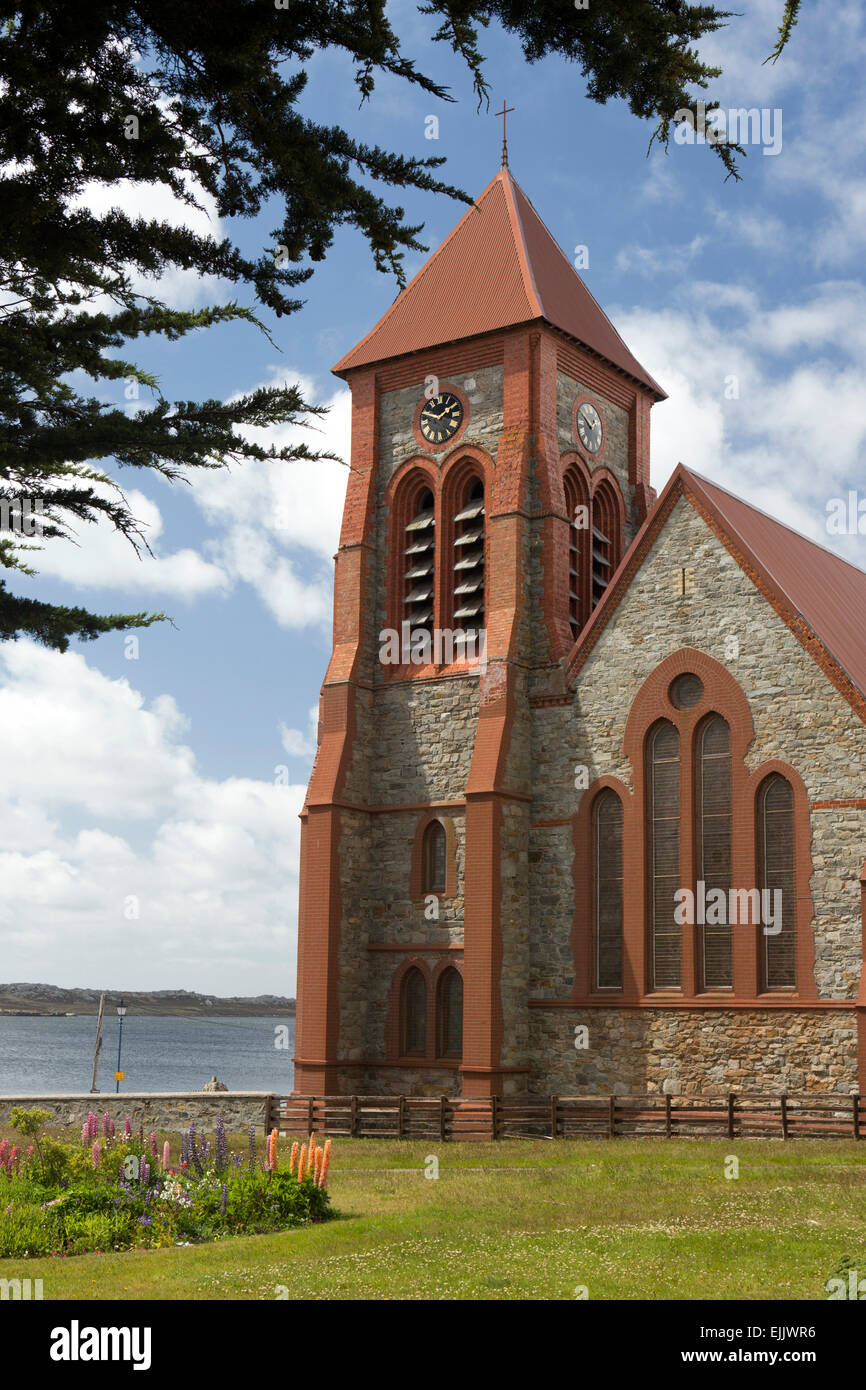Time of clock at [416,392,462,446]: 1:47
